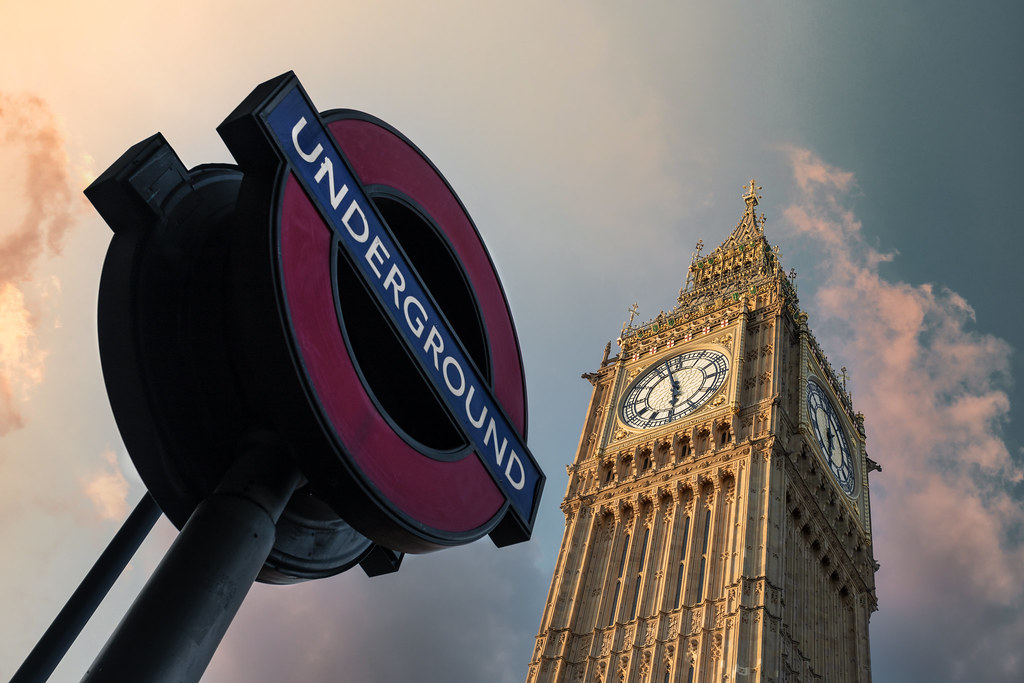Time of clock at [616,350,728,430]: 5:57
